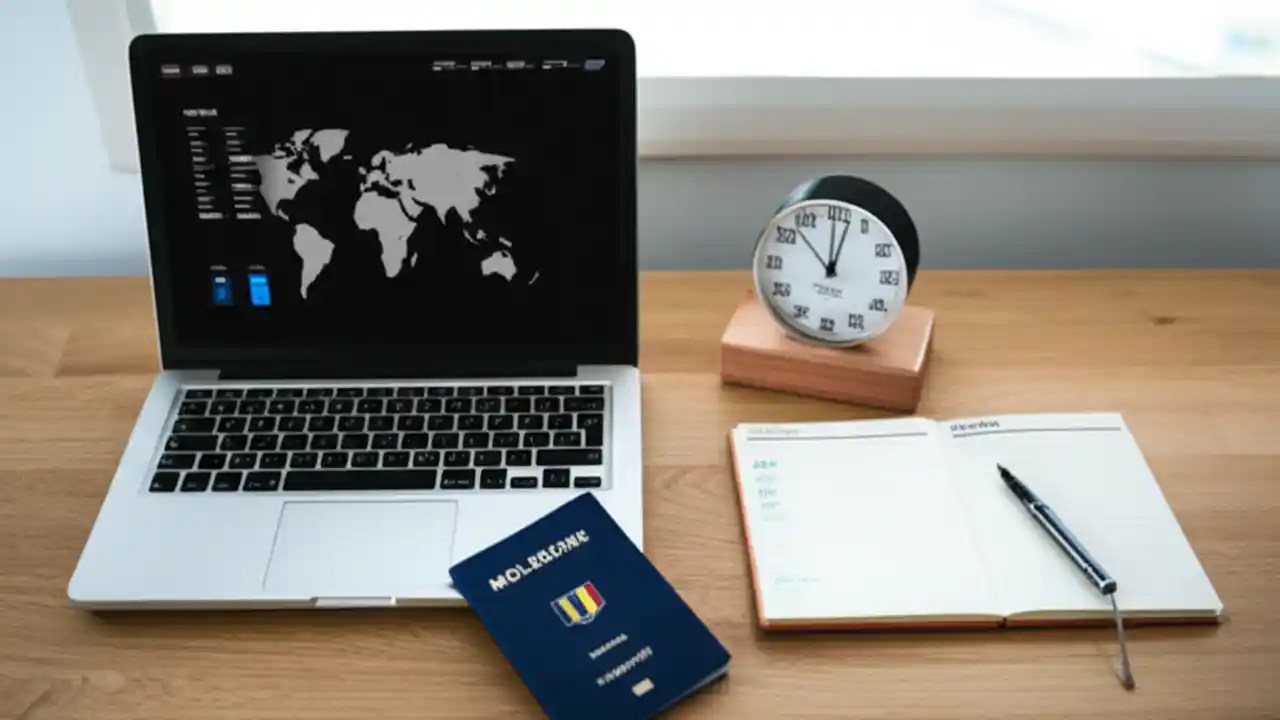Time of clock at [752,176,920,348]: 12:02
